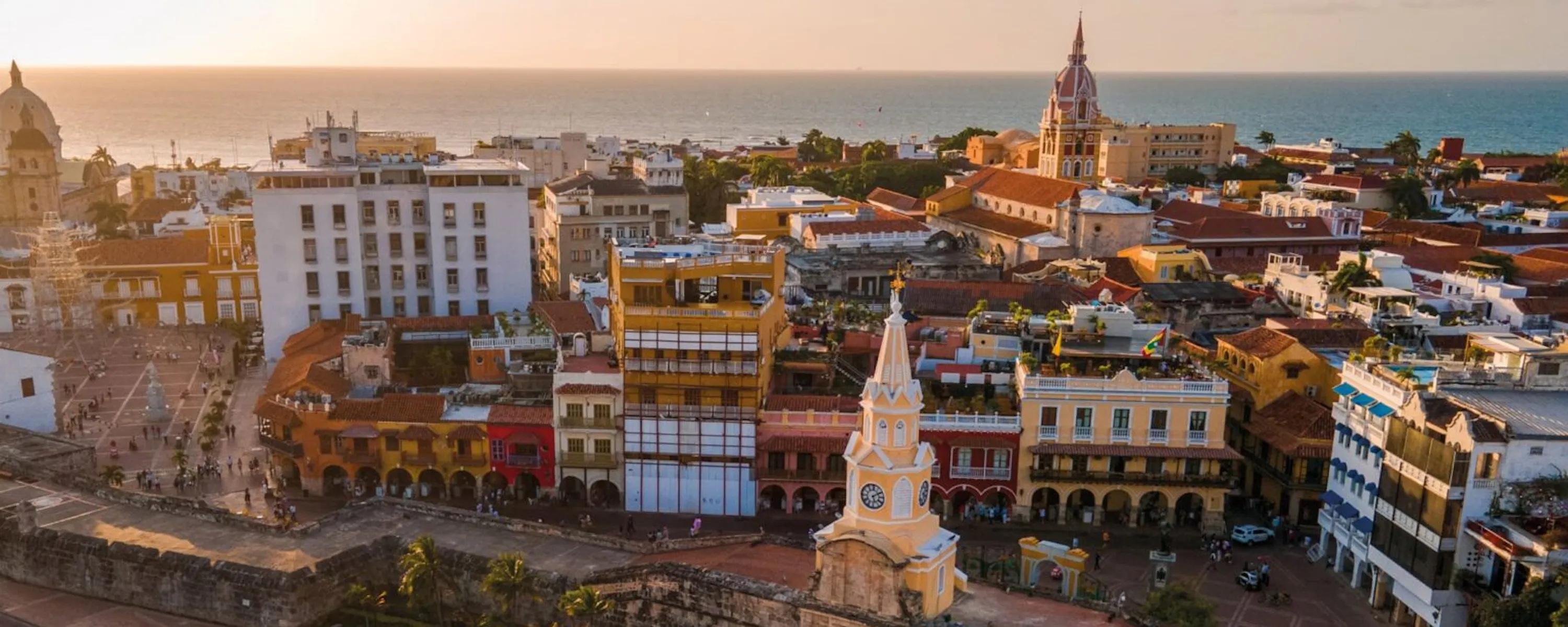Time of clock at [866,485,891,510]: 5:09
